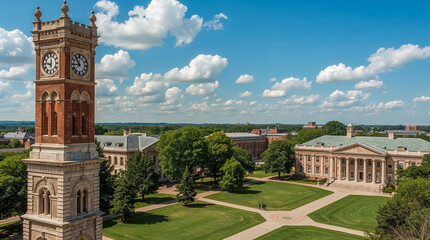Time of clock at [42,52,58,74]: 11:46
